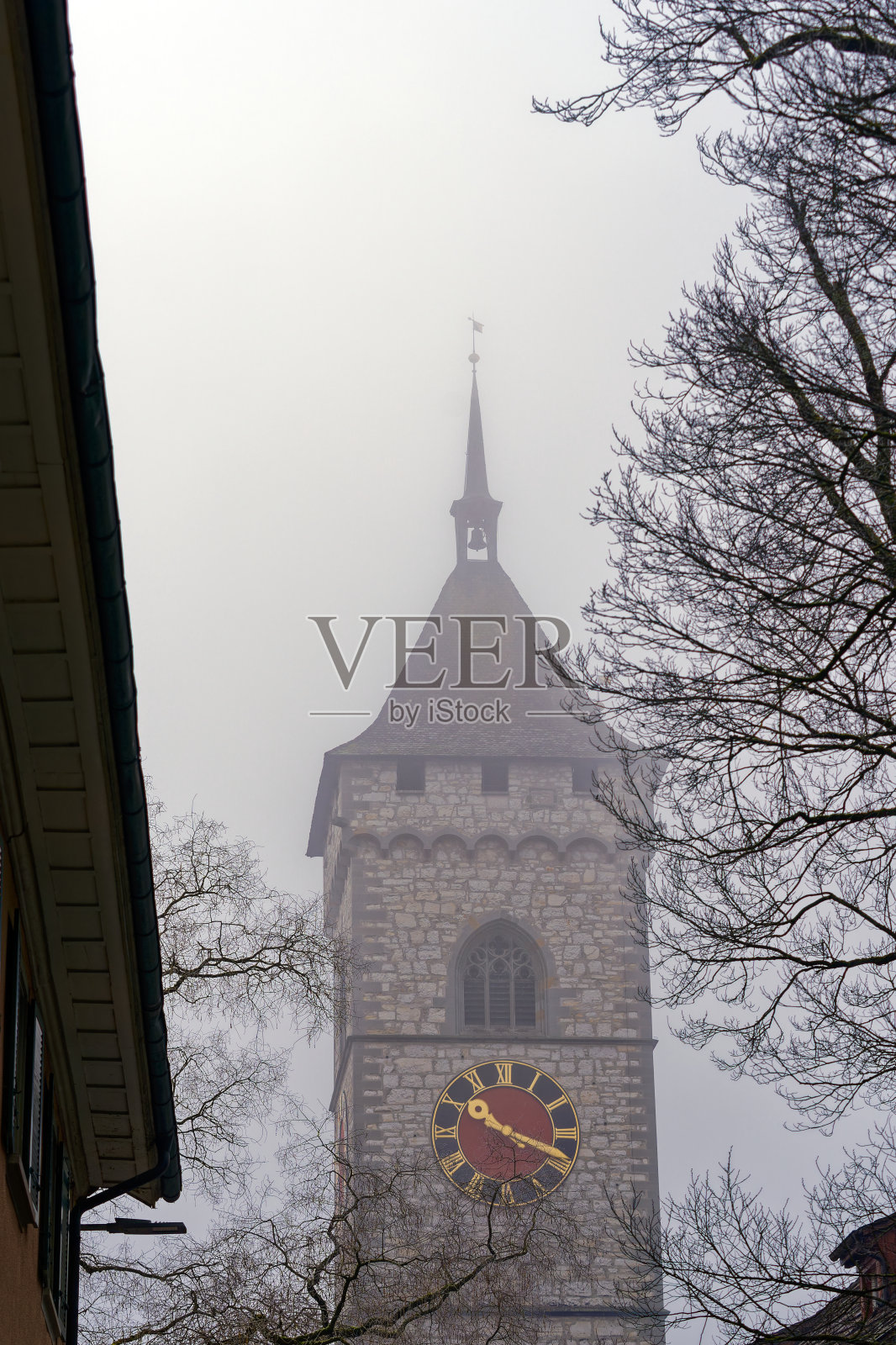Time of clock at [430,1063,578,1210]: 10:18
